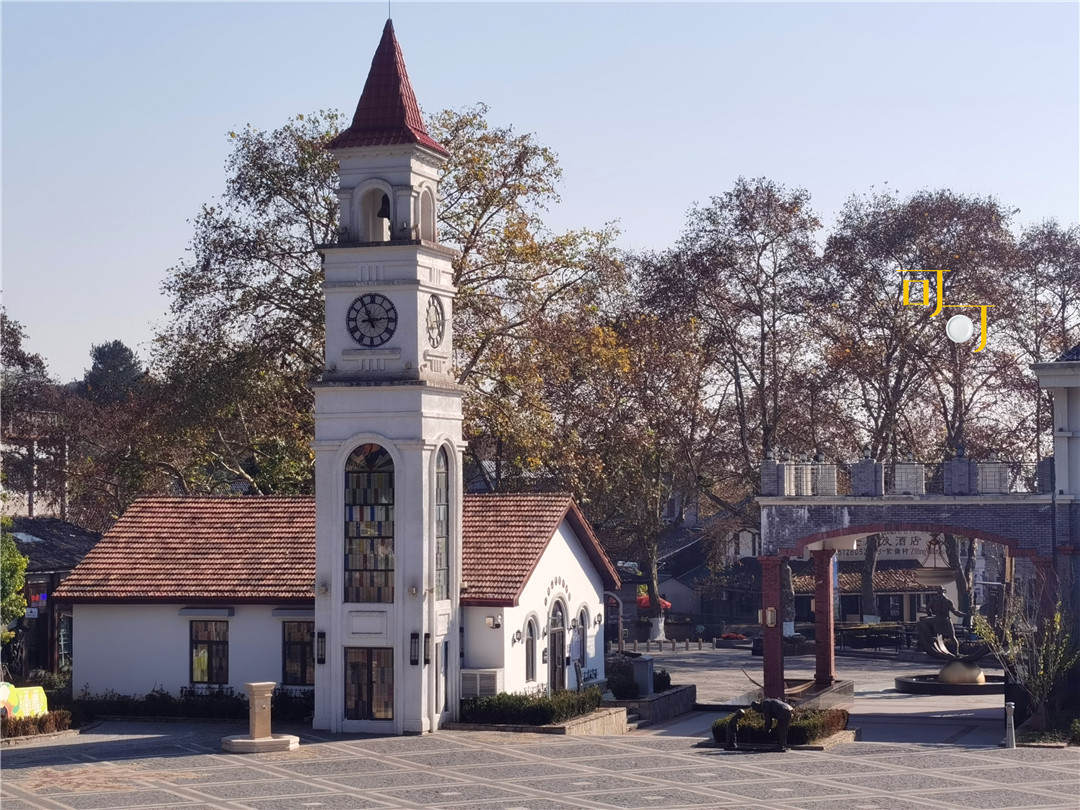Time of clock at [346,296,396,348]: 11:13
